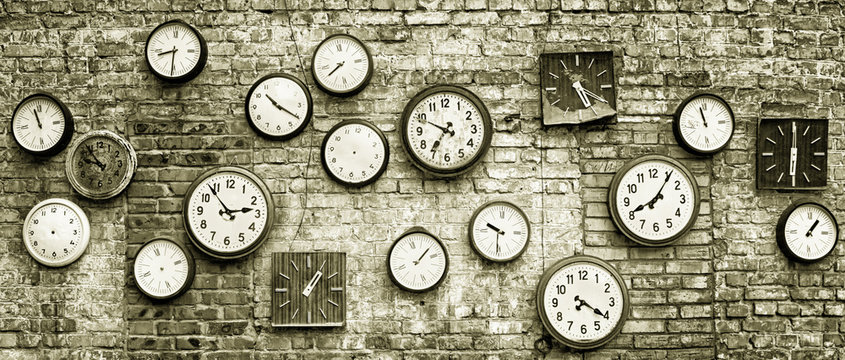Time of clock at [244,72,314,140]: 10:20
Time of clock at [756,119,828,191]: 6:00
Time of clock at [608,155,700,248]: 8:05
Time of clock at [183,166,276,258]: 2:53
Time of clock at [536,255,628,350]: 7:20
